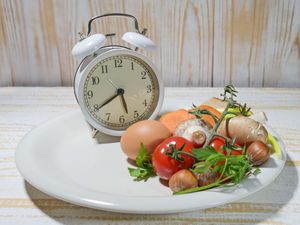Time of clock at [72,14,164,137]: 5:39
